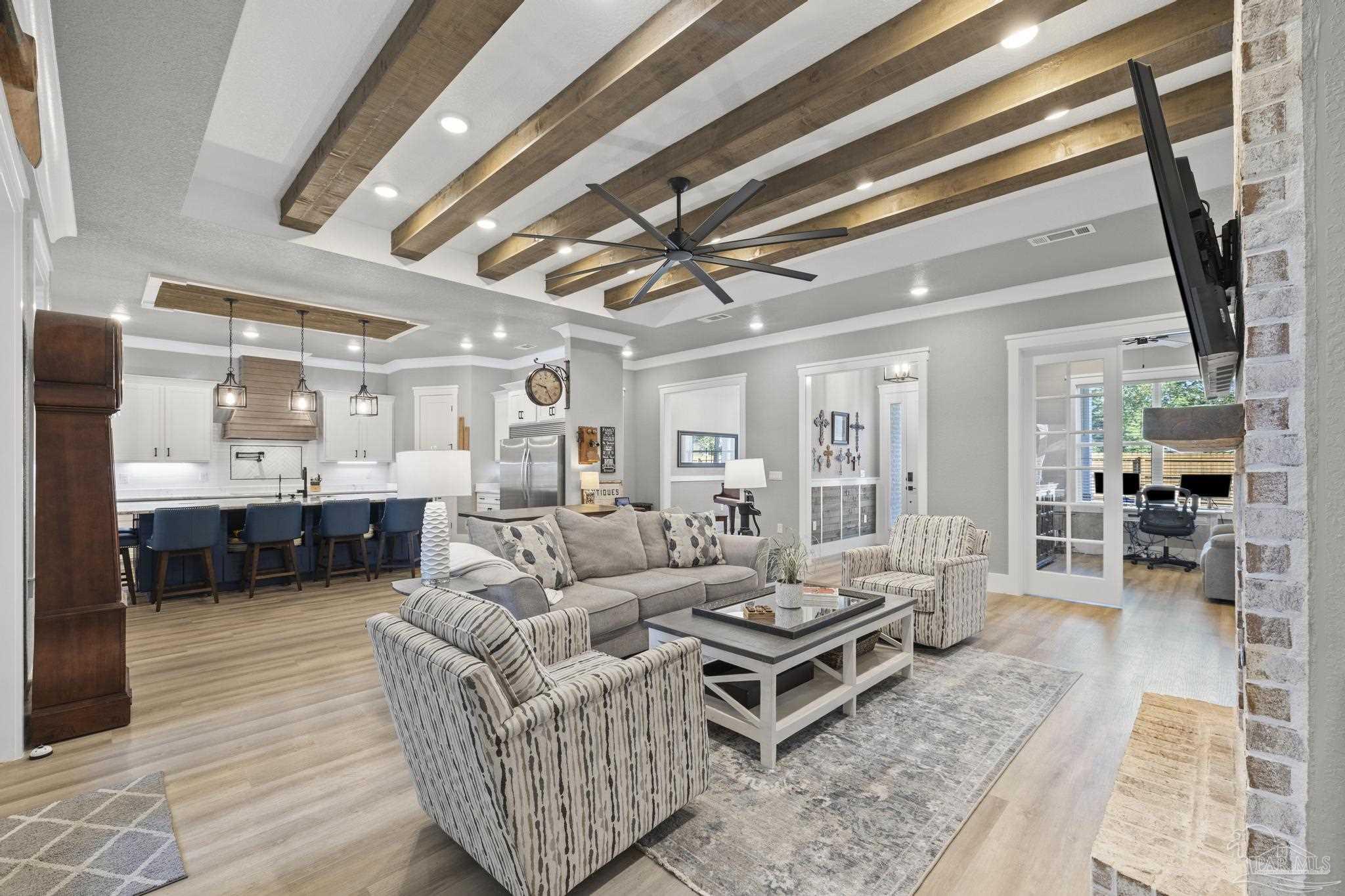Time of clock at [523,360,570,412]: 9:25
